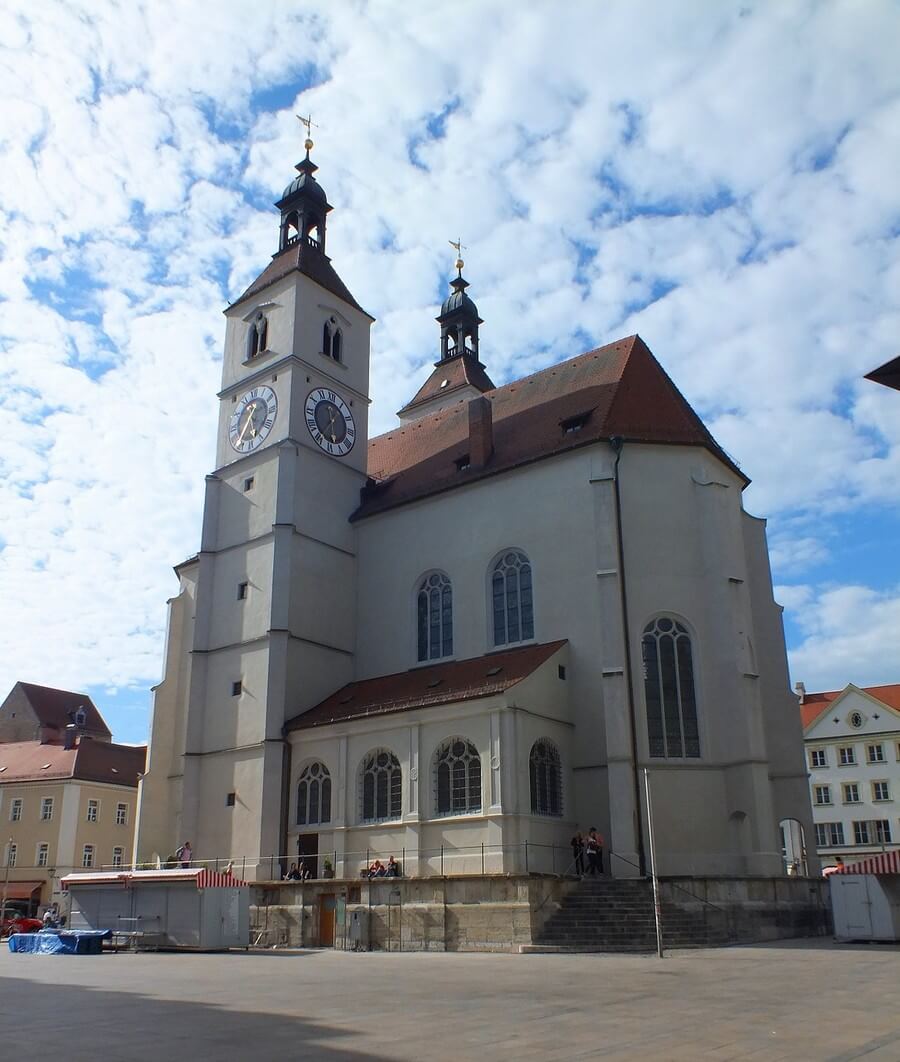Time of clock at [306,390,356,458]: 11:35
